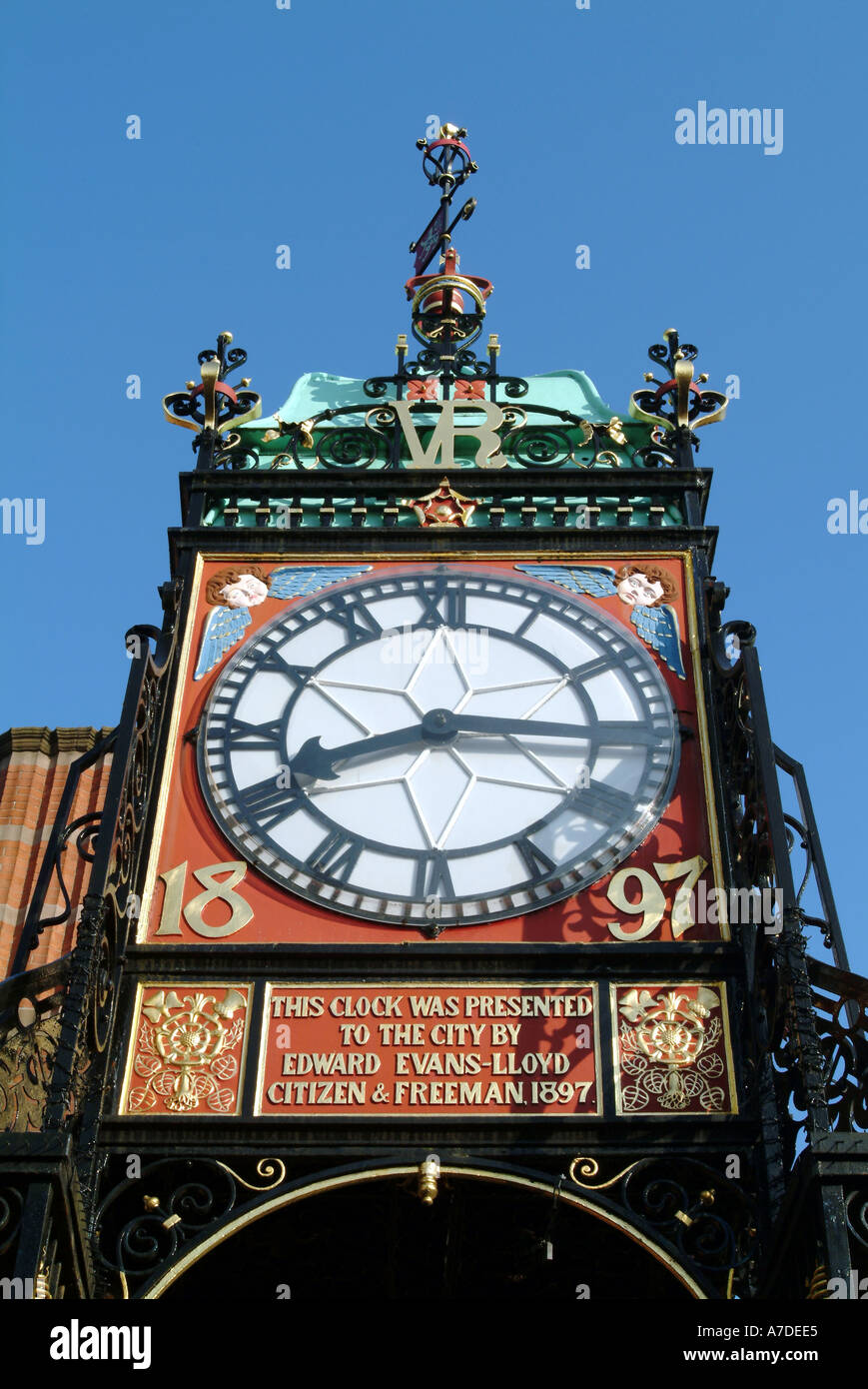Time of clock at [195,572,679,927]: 8:15
